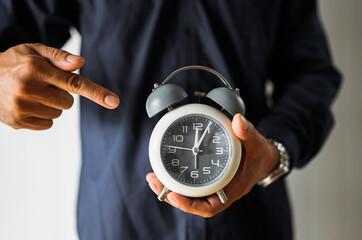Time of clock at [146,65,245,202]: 12:04
